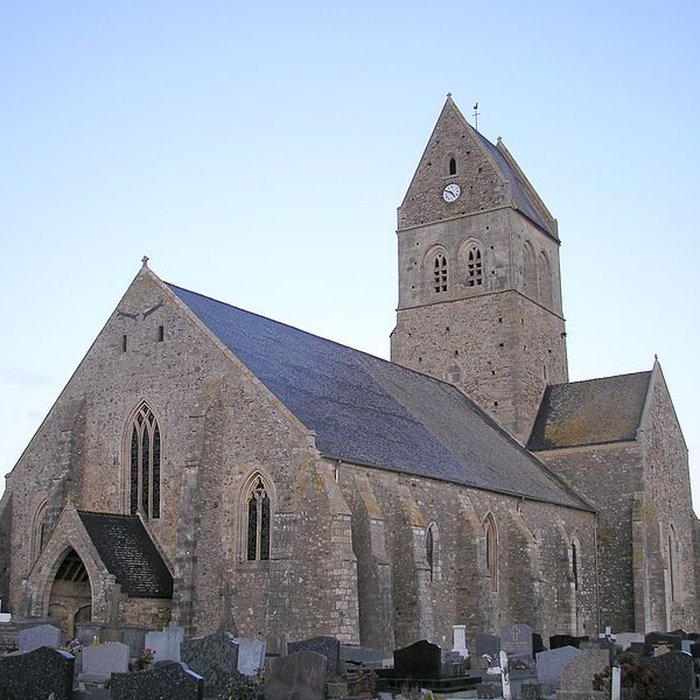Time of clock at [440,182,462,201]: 4:49
